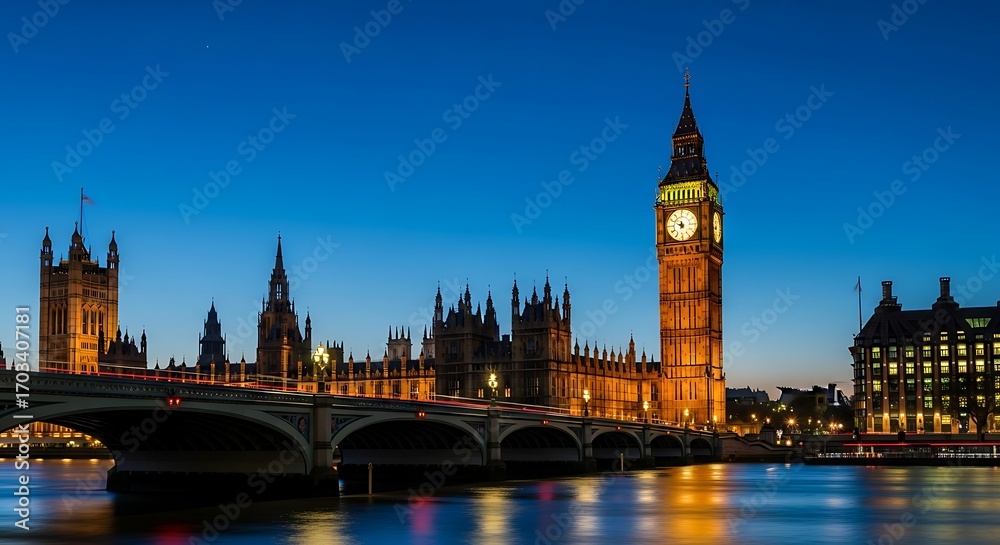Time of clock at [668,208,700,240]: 11:48
